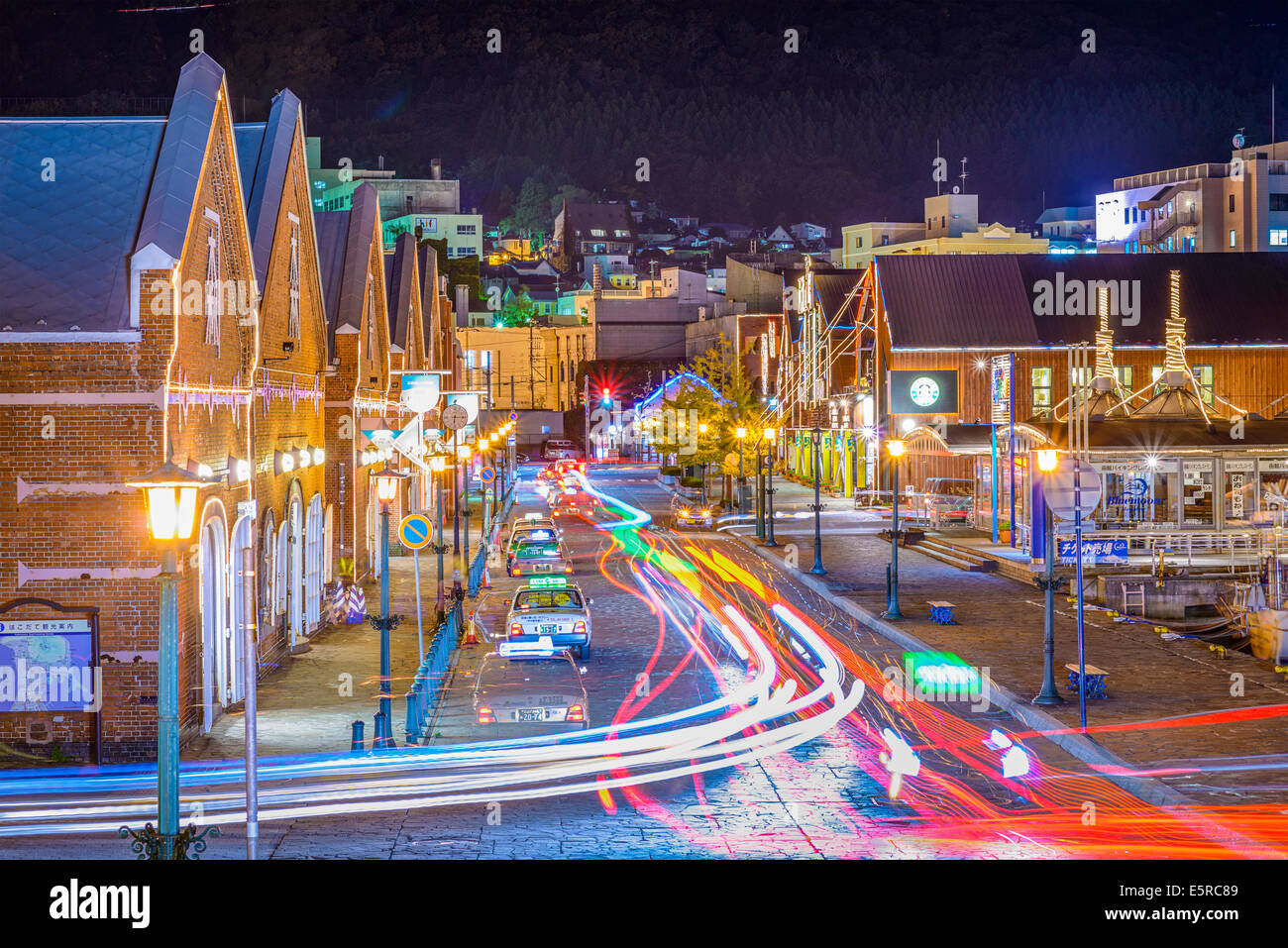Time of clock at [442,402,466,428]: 6:14
